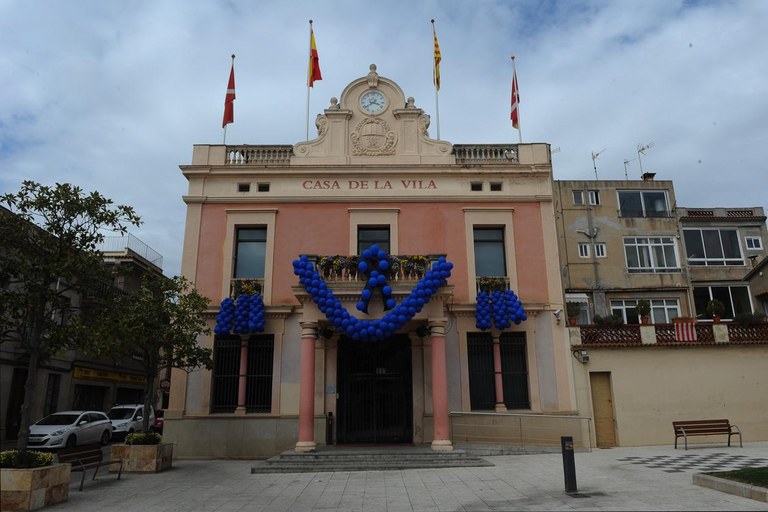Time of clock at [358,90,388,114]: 3:38
